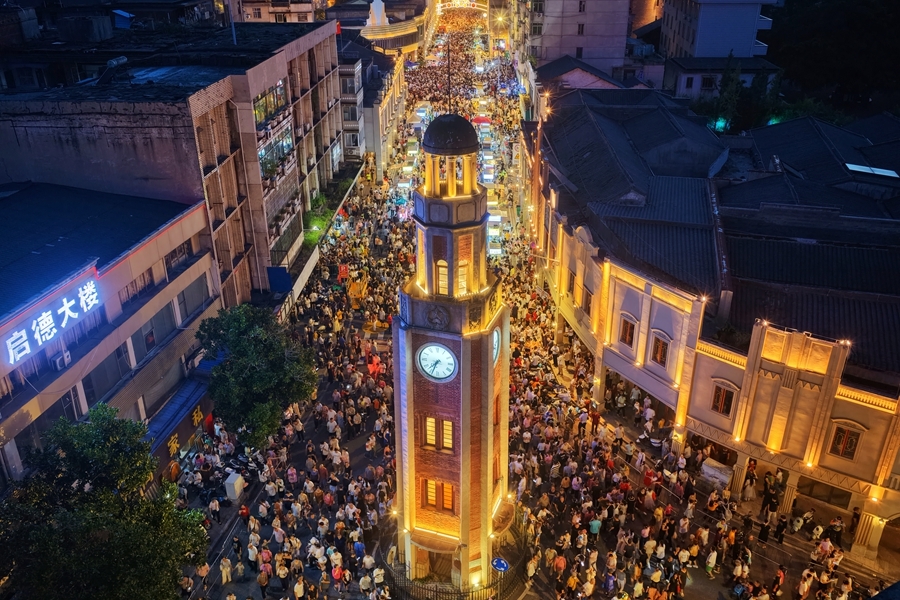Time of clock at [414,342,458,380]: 7:33
